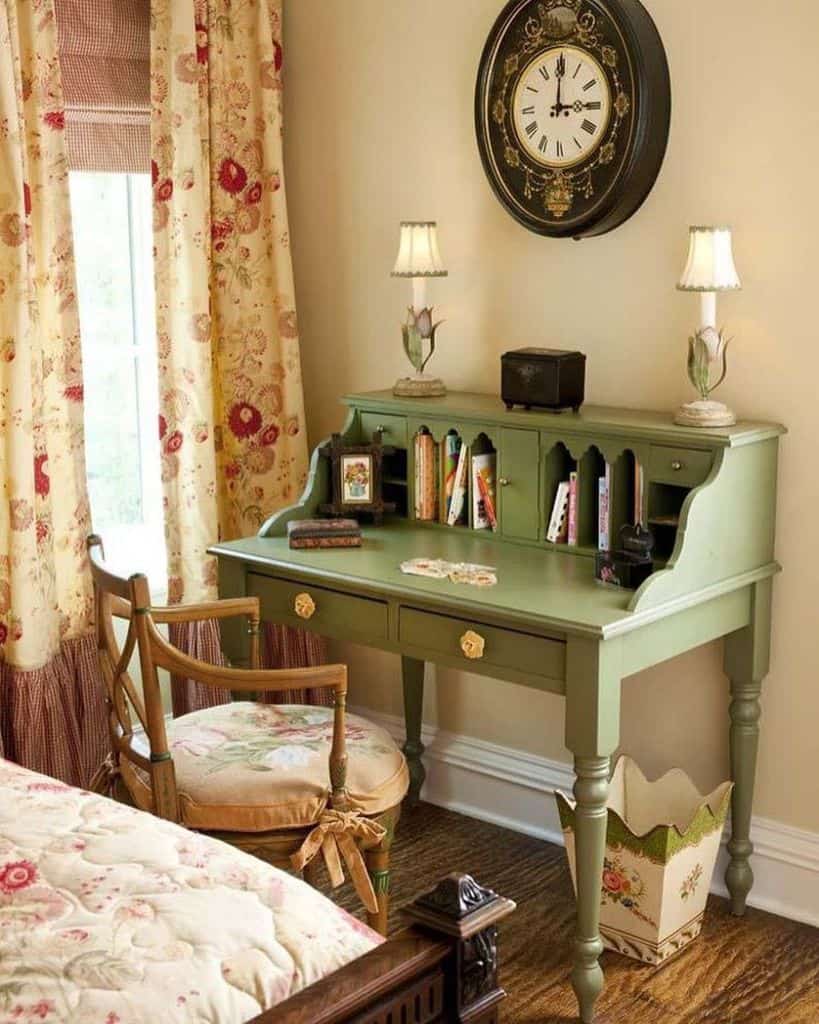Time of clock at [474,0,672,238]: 3:00
